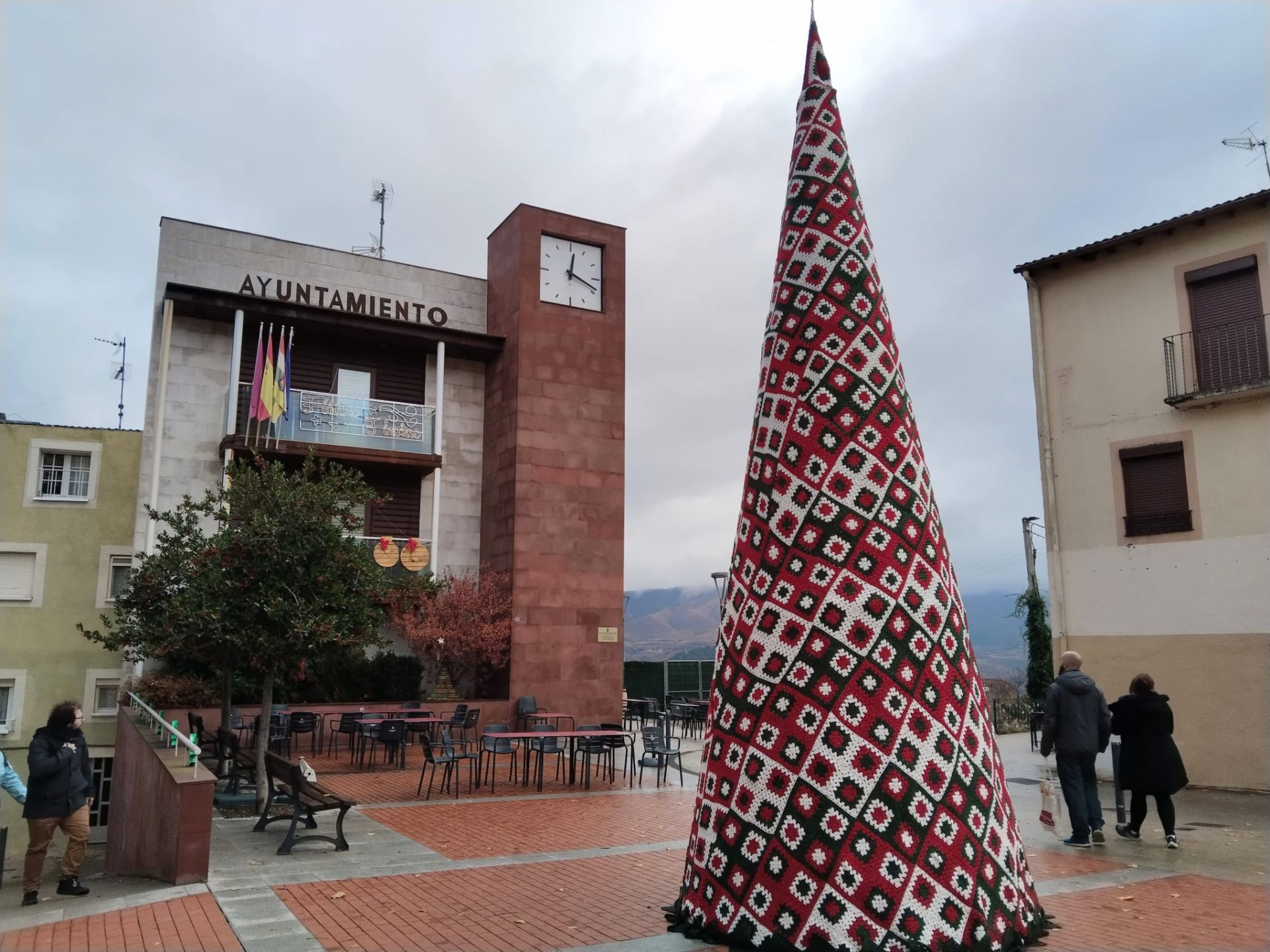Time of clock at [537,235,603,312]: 12:18
